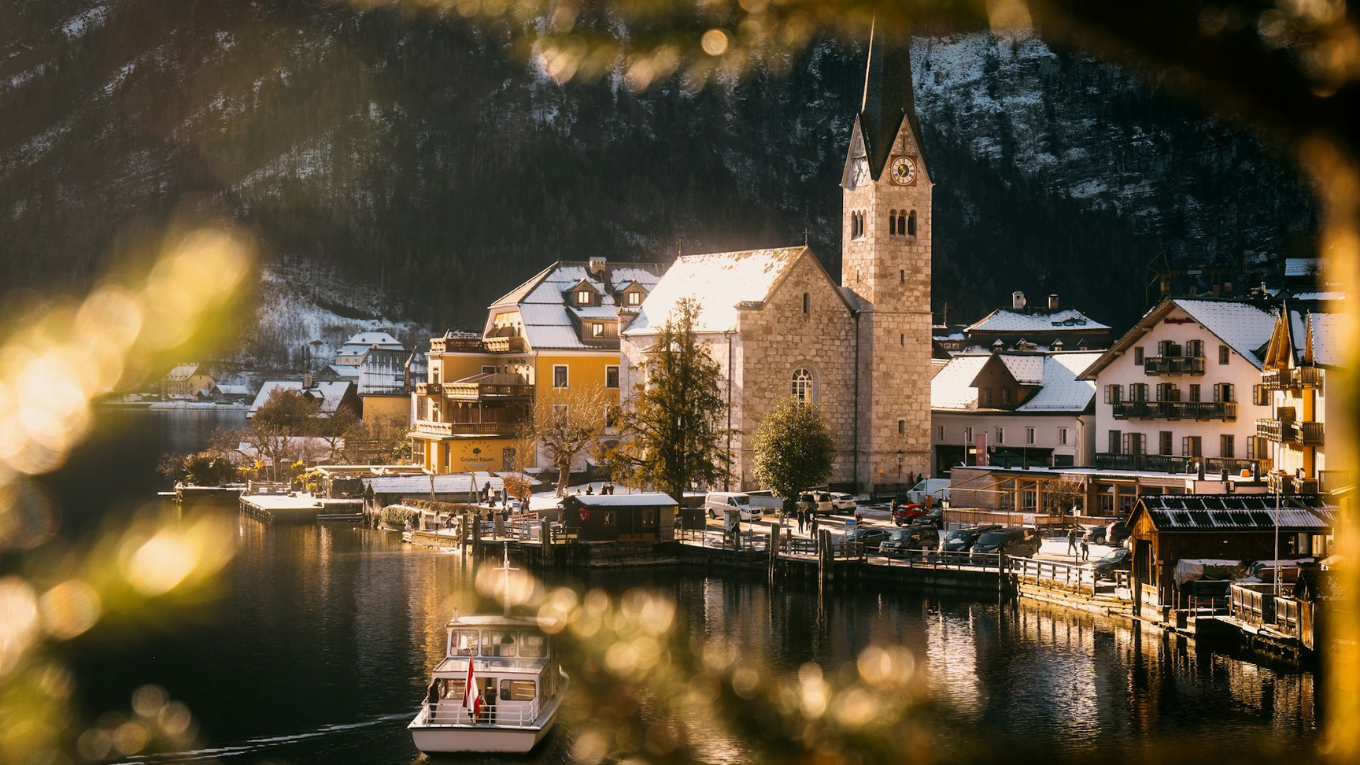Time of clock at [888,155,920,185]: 10:36
